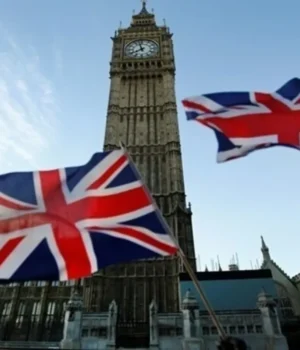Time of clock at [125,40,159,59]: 7:57
